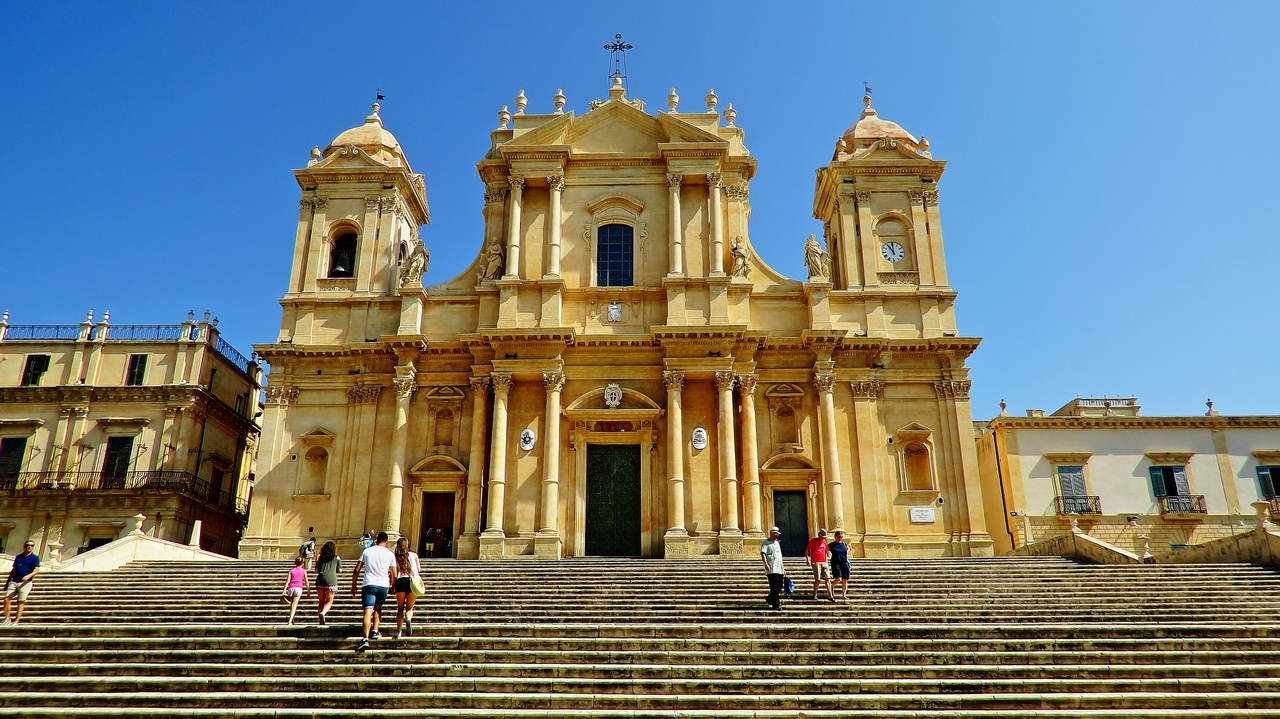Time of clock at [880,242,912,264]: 11:00
